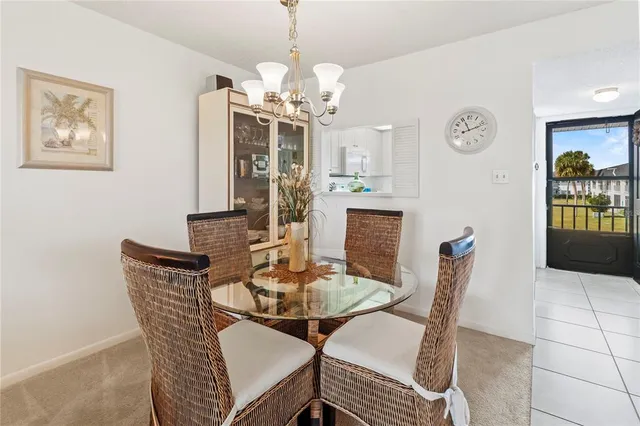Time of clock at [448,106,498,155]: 11:11
